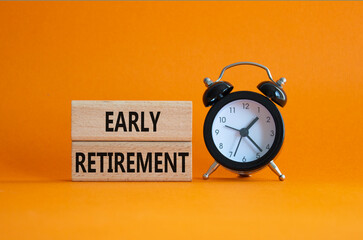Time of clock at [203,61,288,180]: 1:22
